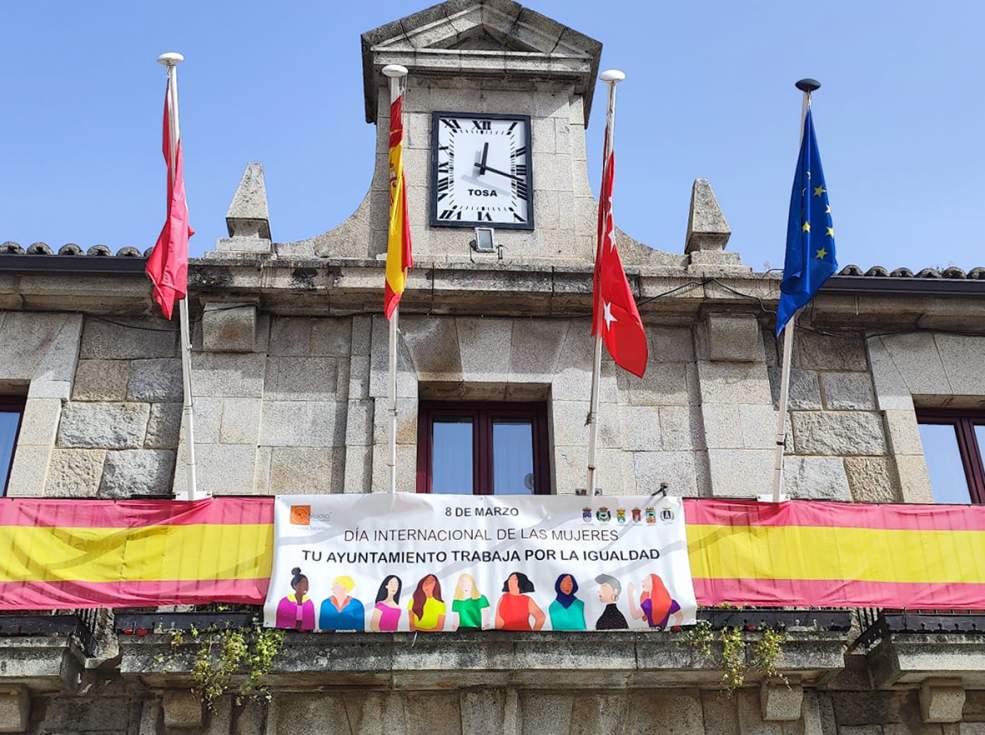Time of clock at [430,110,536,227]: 12:17
